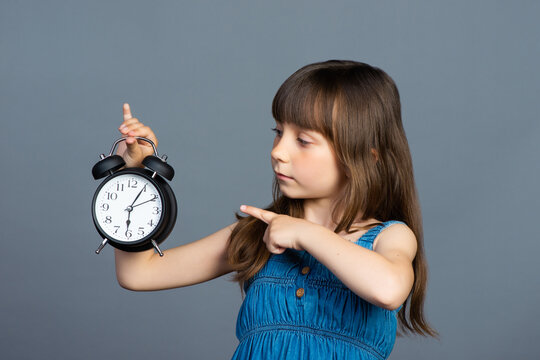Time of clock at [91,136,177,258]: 6:05
